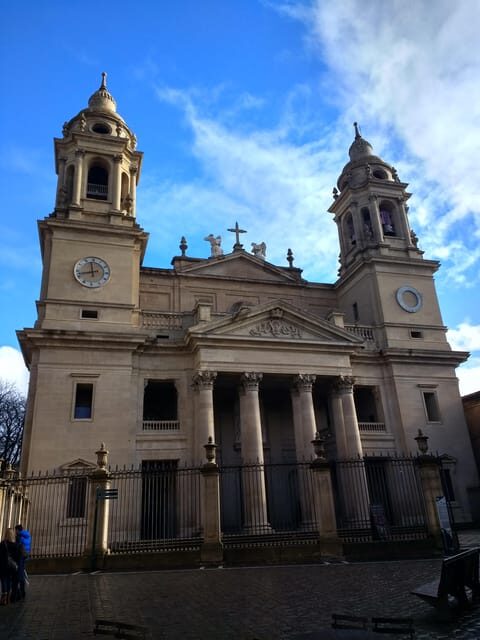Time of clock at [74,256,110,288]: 11:42
